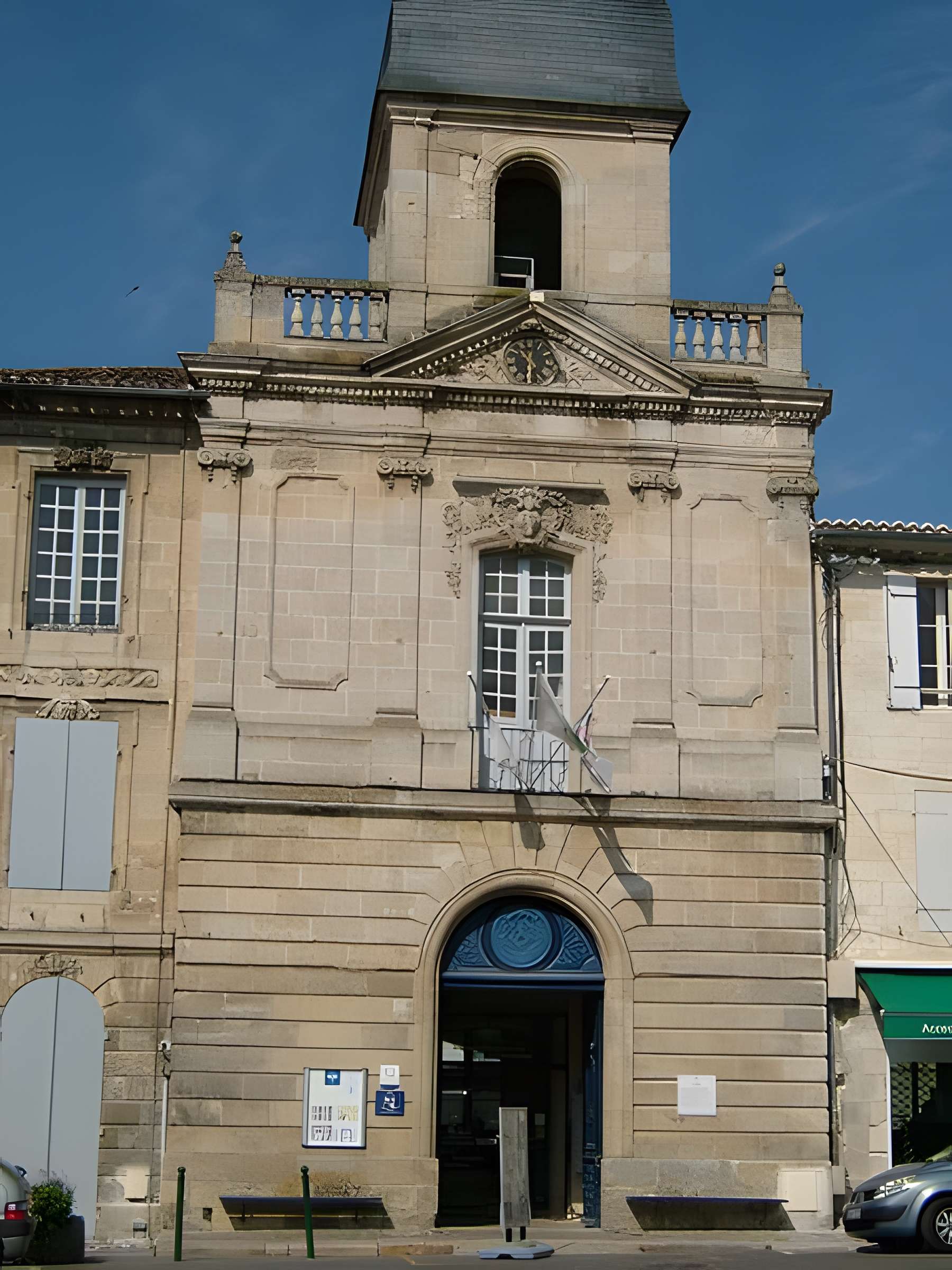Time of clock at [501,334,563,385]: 10:30
